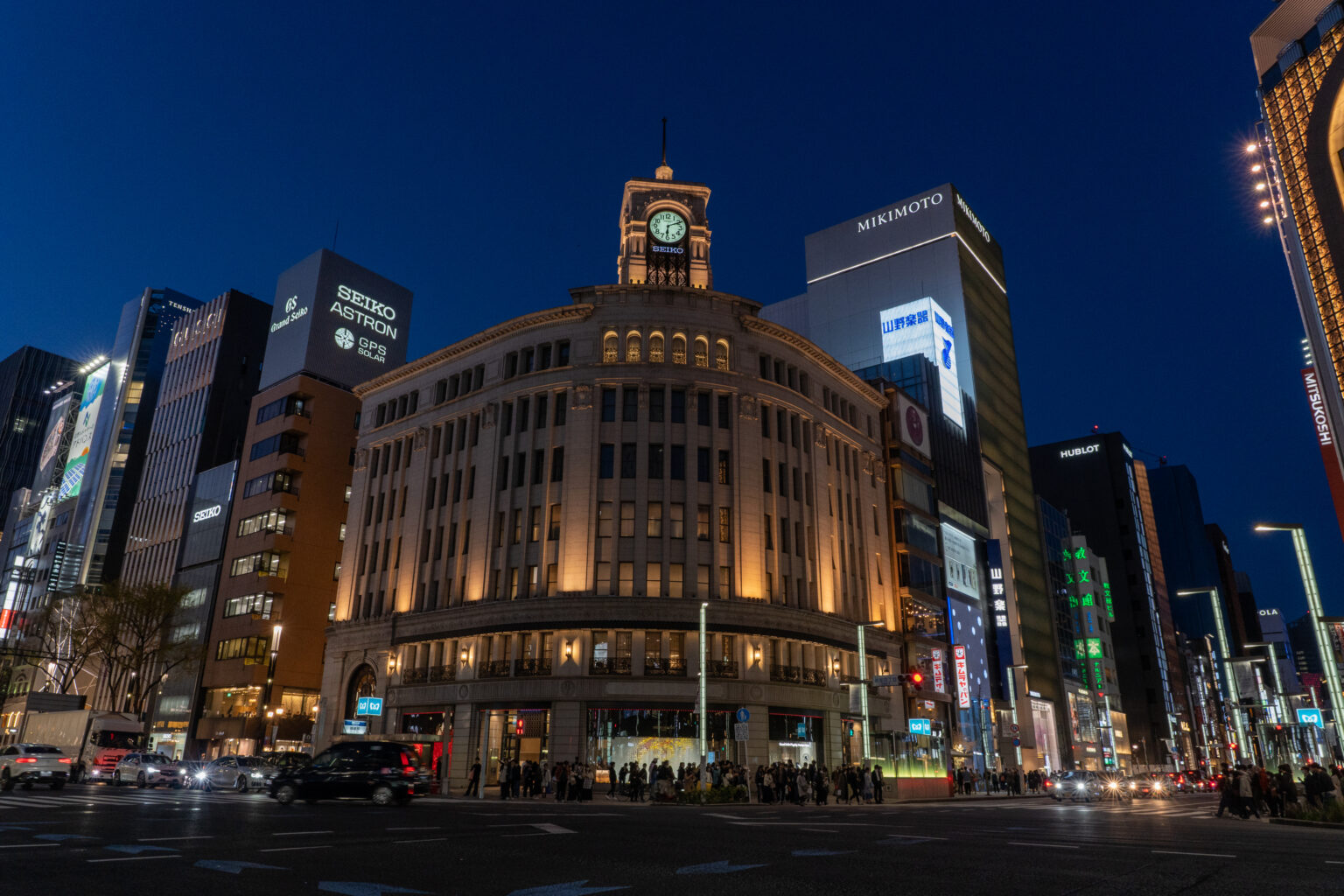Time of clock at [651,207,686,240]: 6:10
